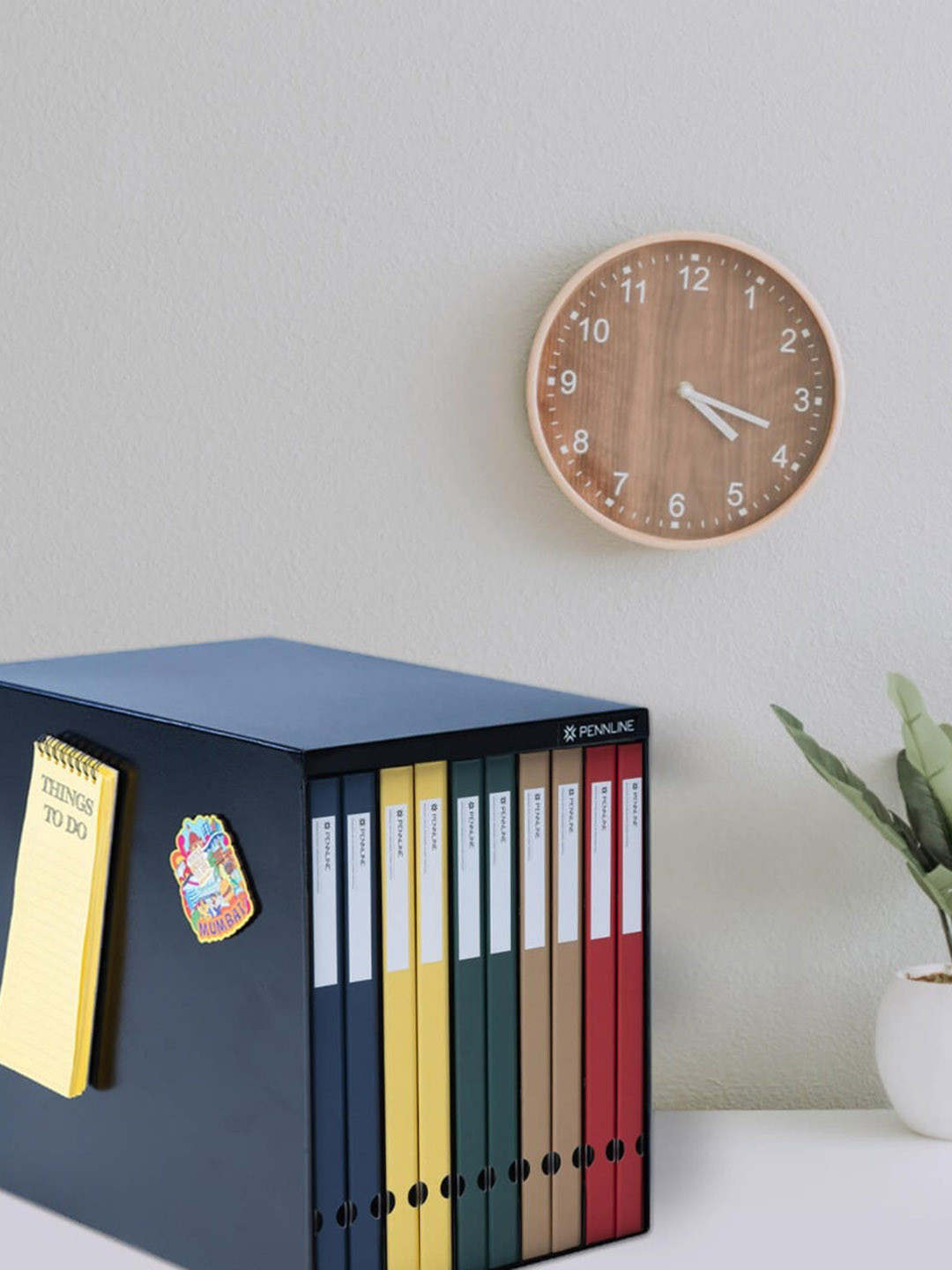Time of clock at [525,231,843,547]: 4:18
